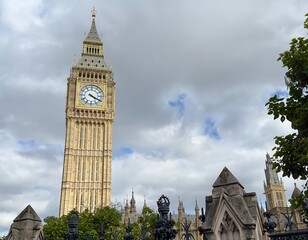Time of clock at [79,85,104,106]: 4:19
